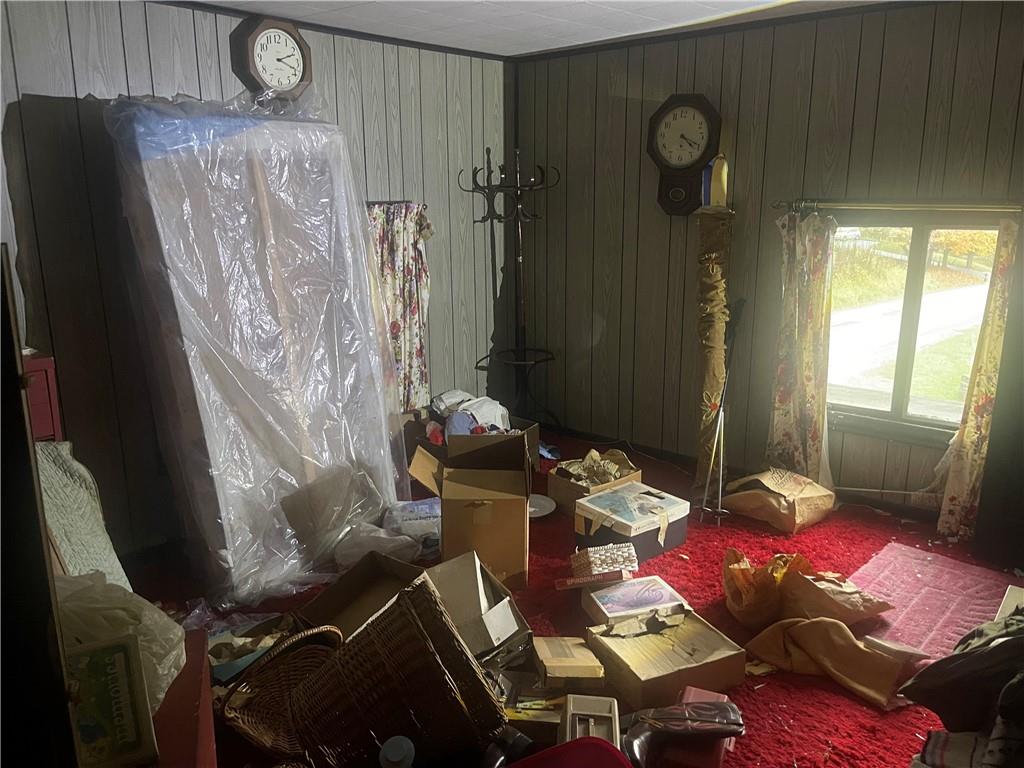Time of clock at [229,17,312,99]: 2:18
